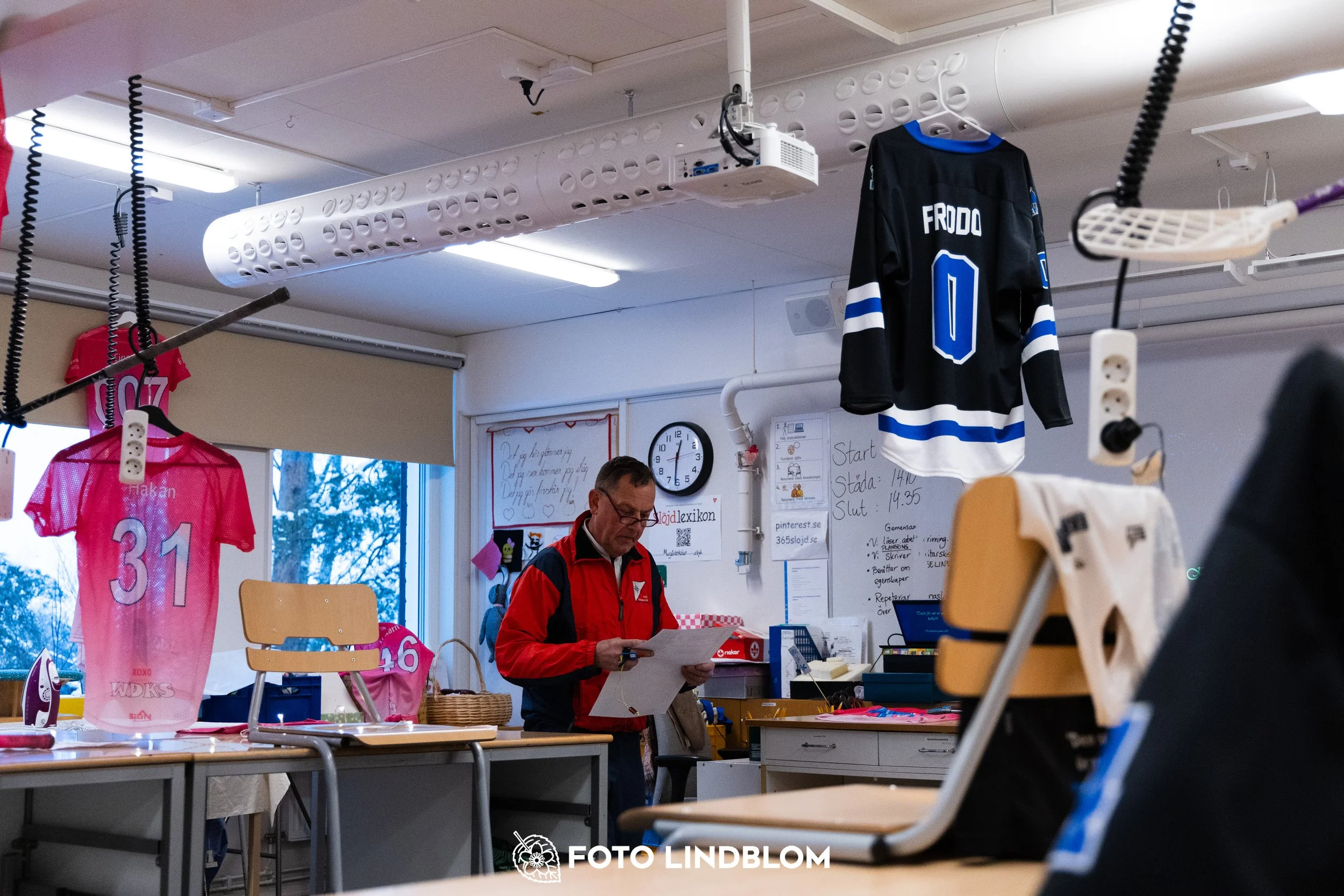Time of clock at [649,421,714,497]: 12:30
